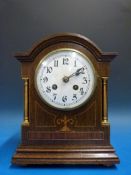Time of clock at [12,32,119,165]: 2:09
